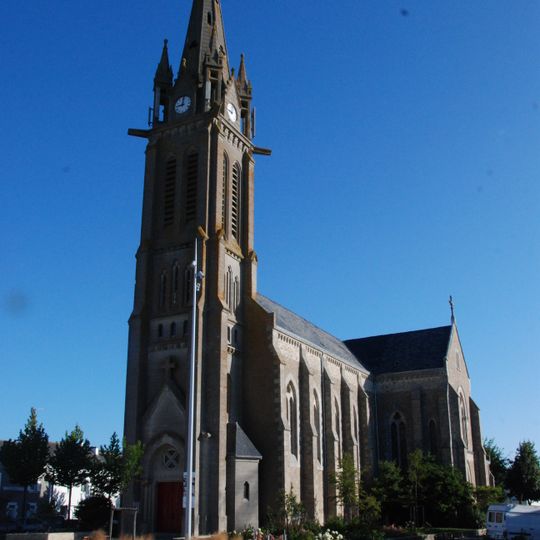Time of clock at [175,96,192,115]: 9:01
